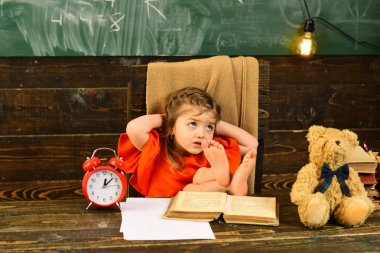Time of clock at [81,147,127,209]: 12:07
